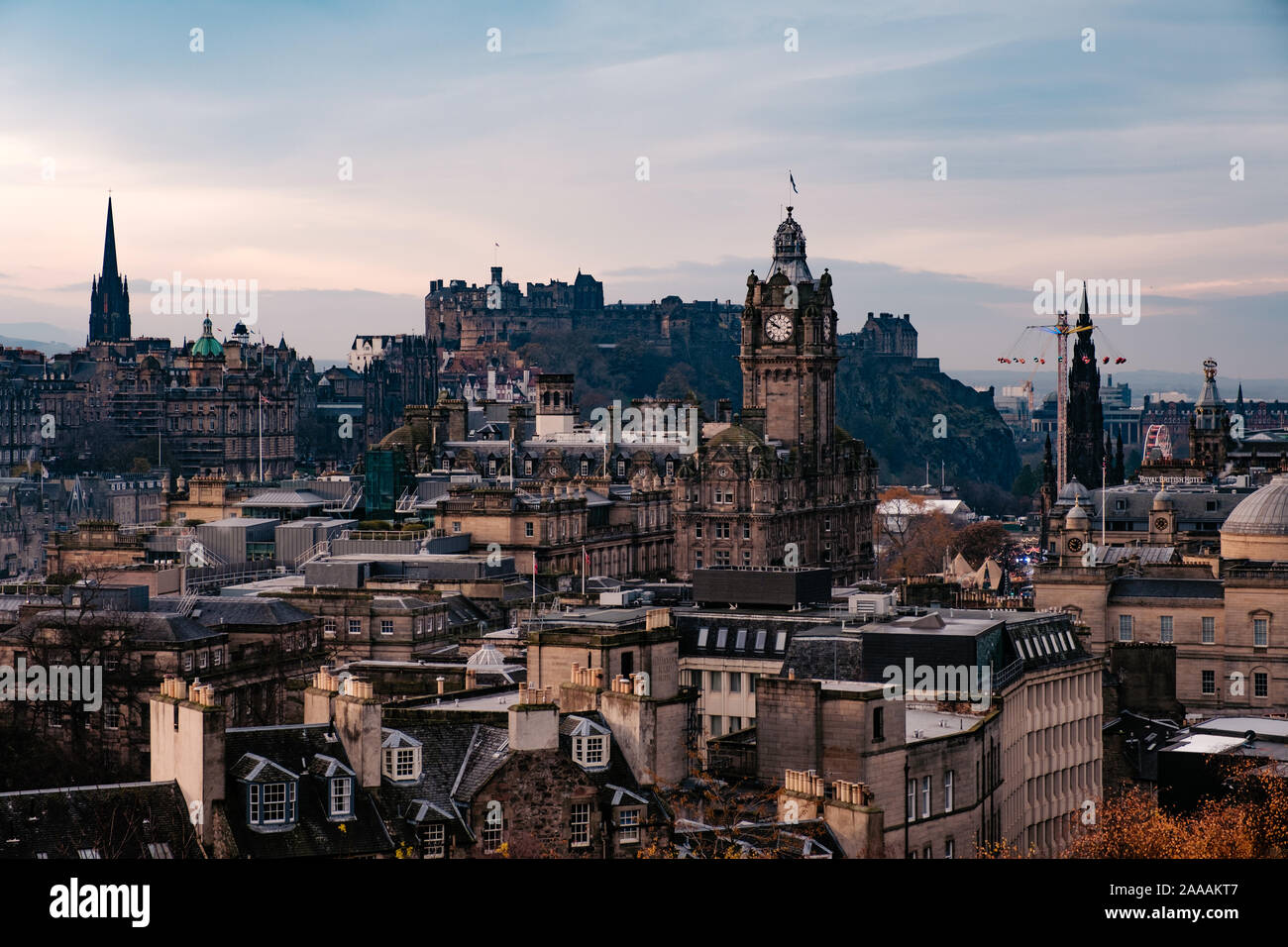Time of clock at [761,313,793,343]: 9:50
